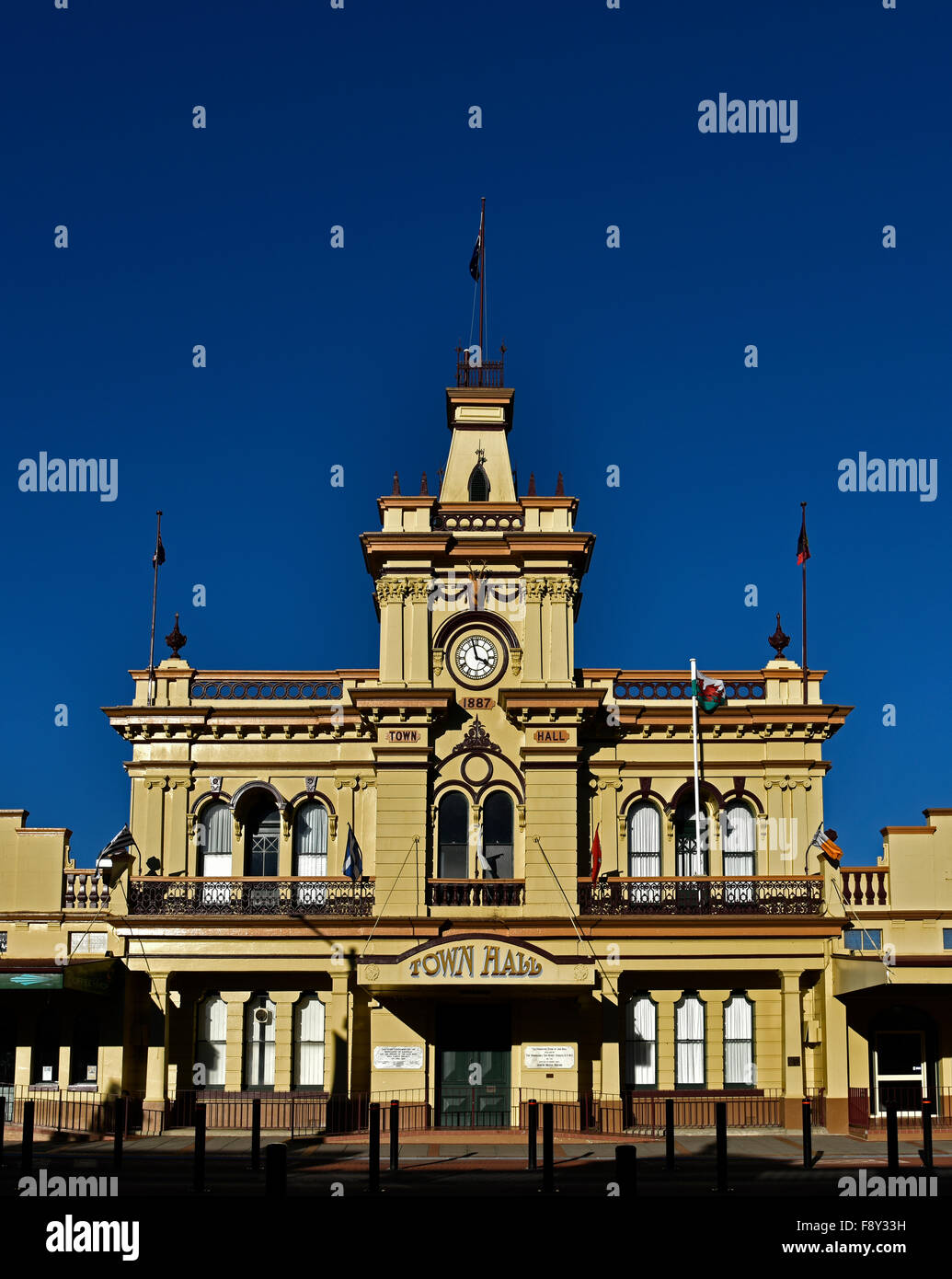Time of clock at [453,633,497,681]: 3:57
